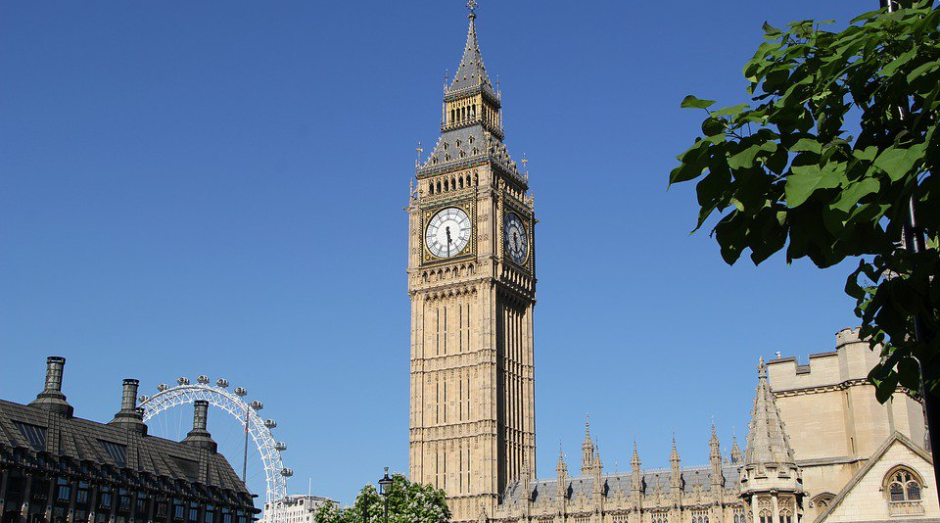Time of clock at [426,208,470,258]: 5:29
